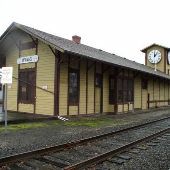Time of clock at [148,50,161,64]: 12:07
